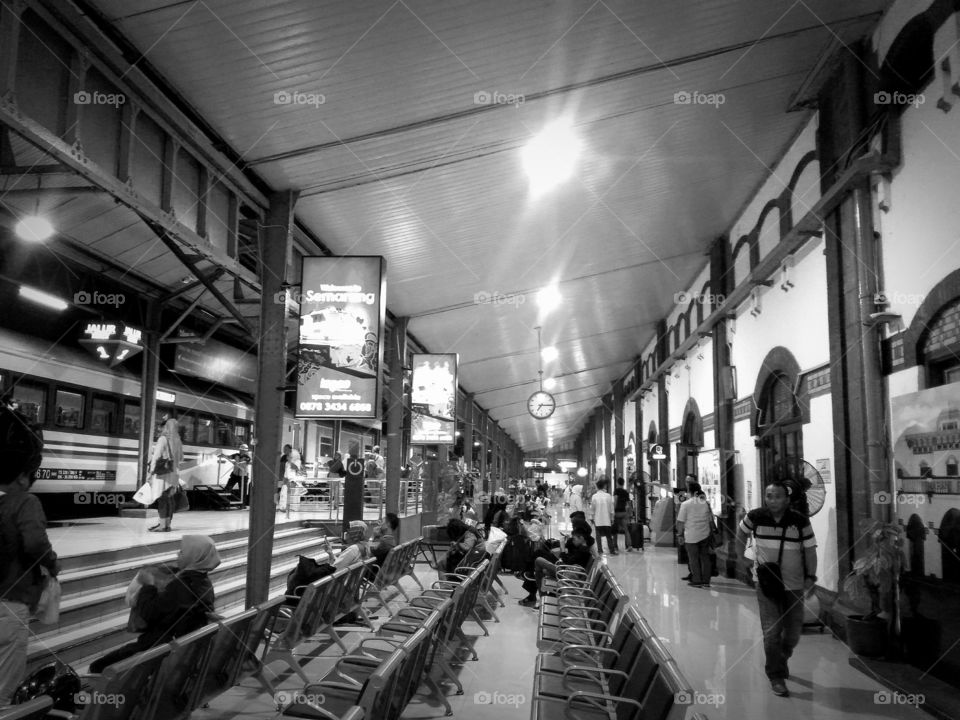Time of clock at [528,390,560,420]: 7:15
